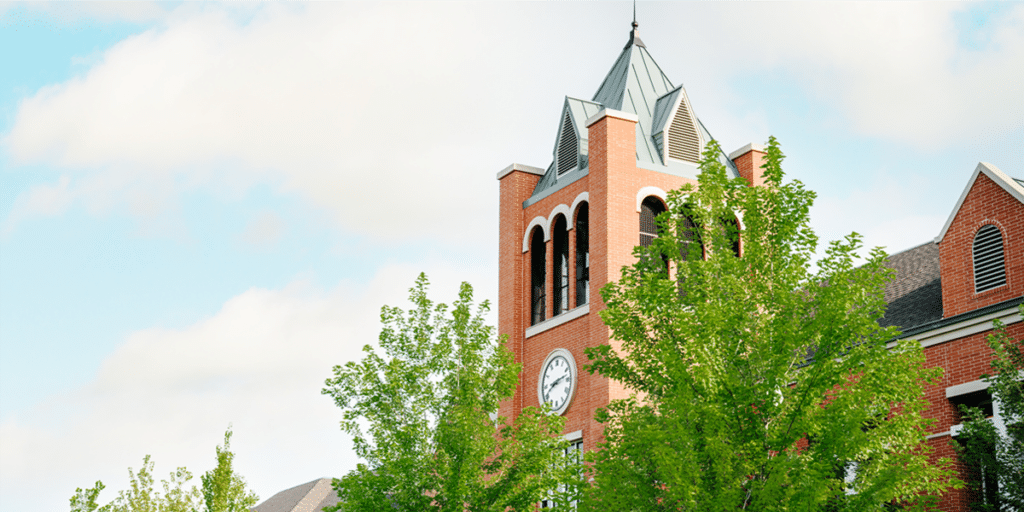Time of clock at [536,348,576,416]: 8:12
